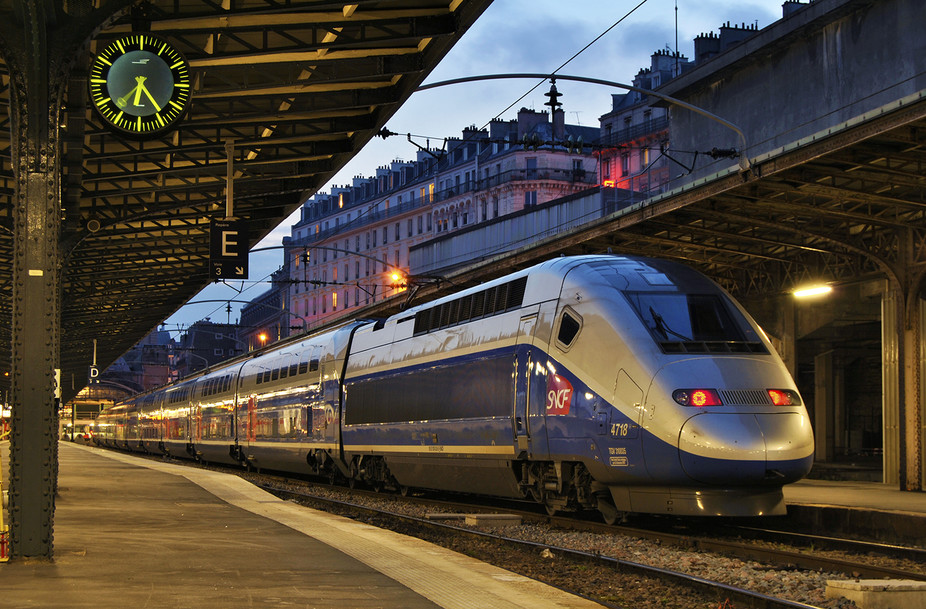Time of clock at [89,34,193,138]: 6:24
